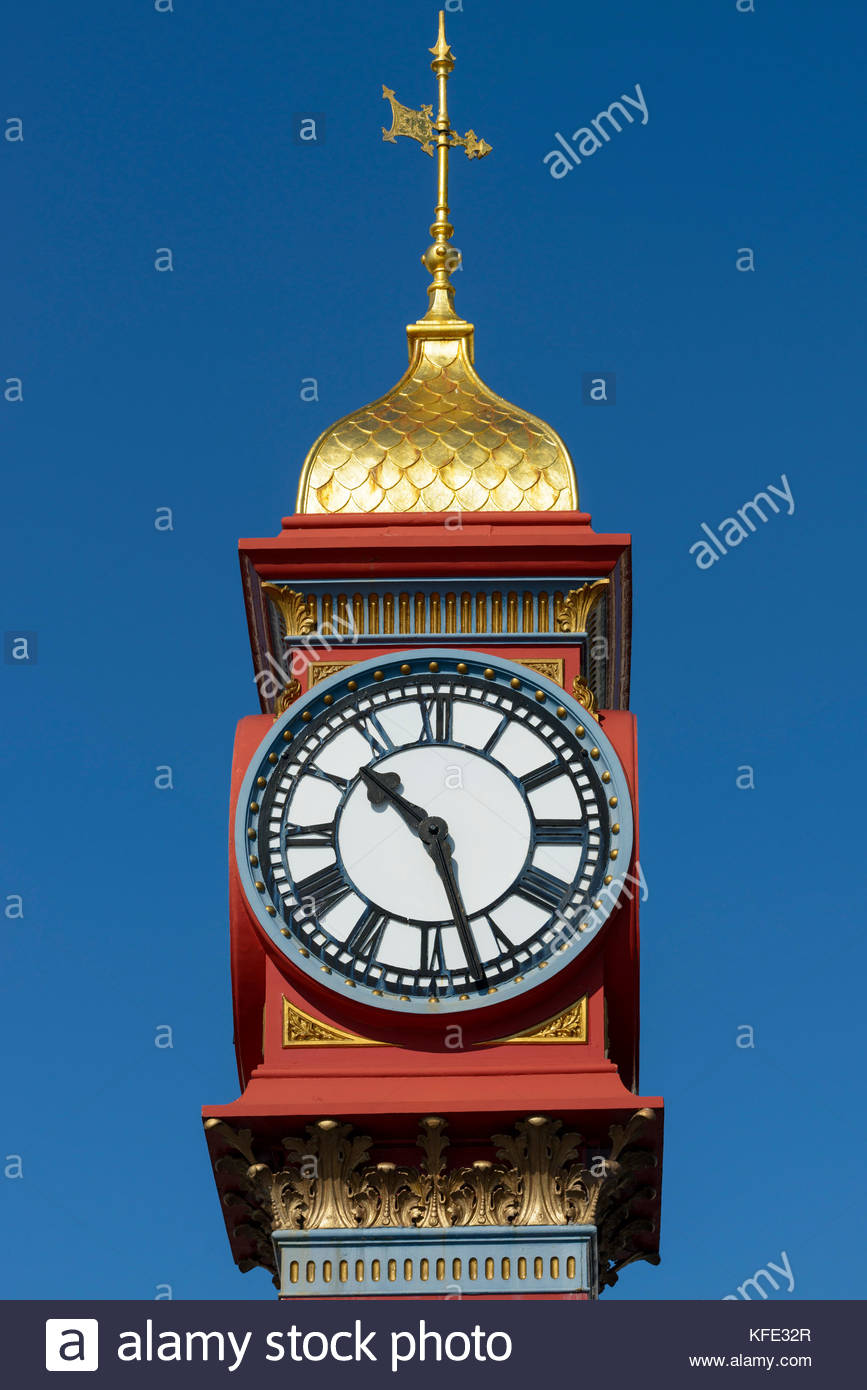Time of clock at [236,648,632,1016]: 10:27
